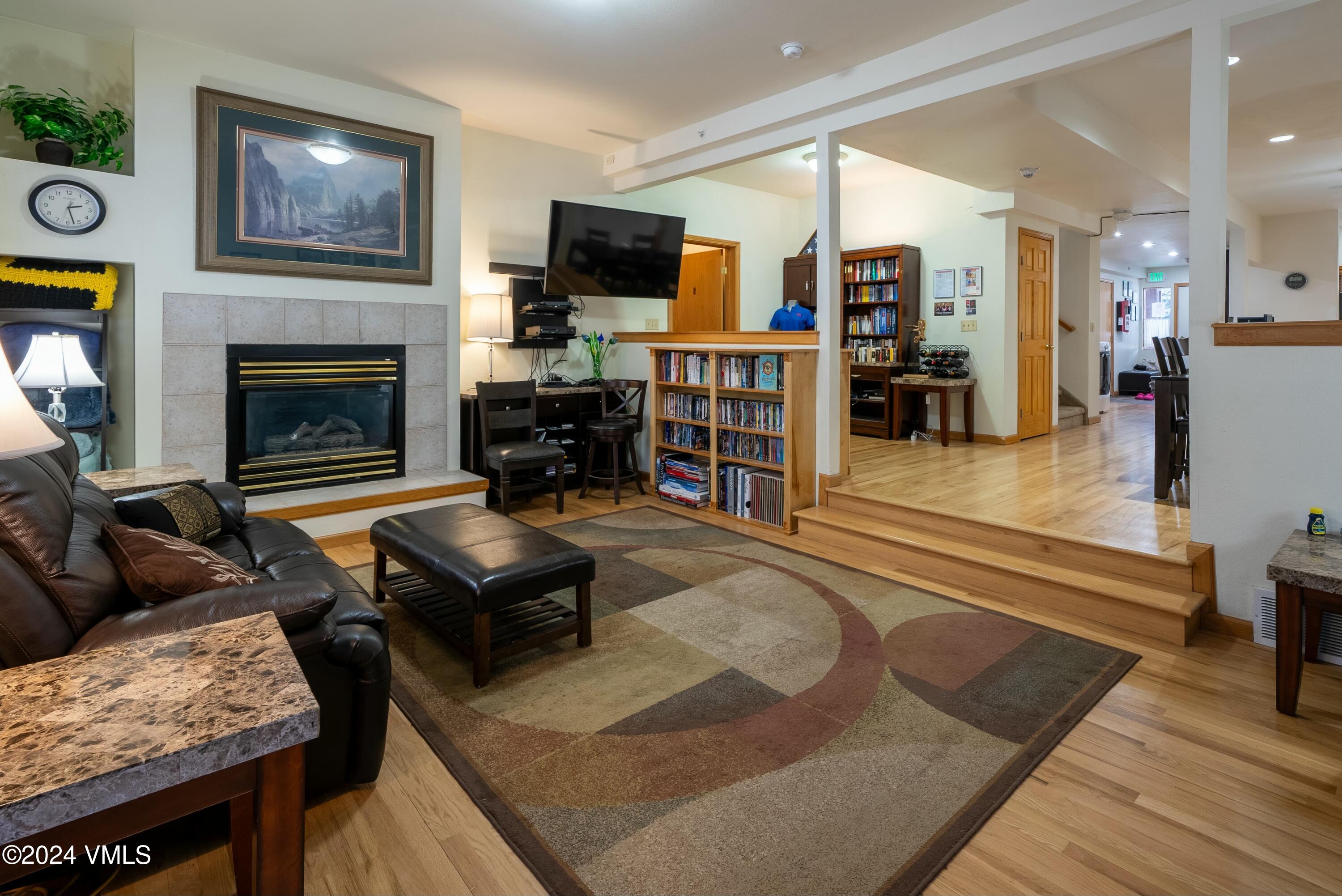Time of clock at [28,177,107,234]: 2:27
